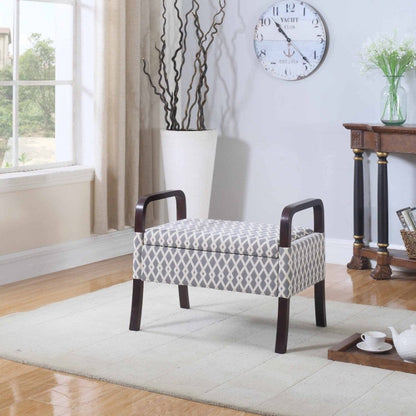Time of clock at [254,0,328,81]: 10:22
